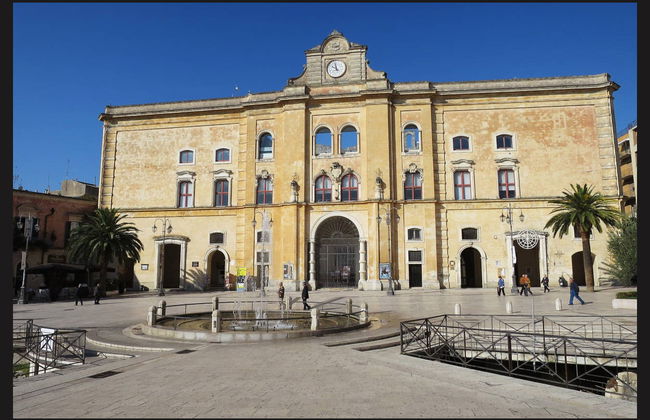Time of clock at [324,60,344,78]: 9:57
